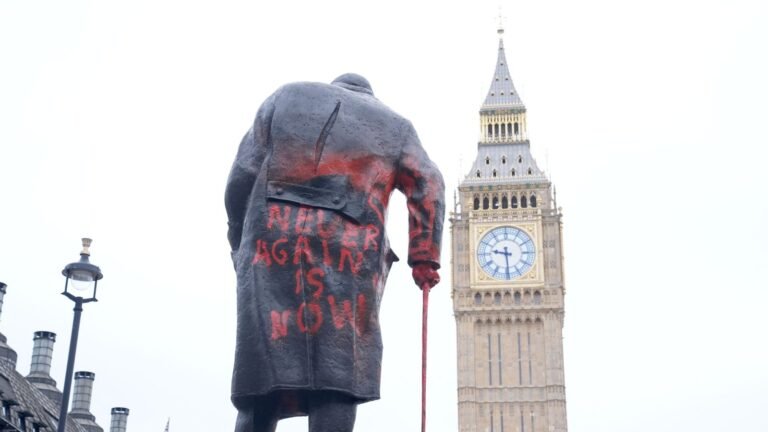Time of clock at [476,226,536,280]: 9:29
